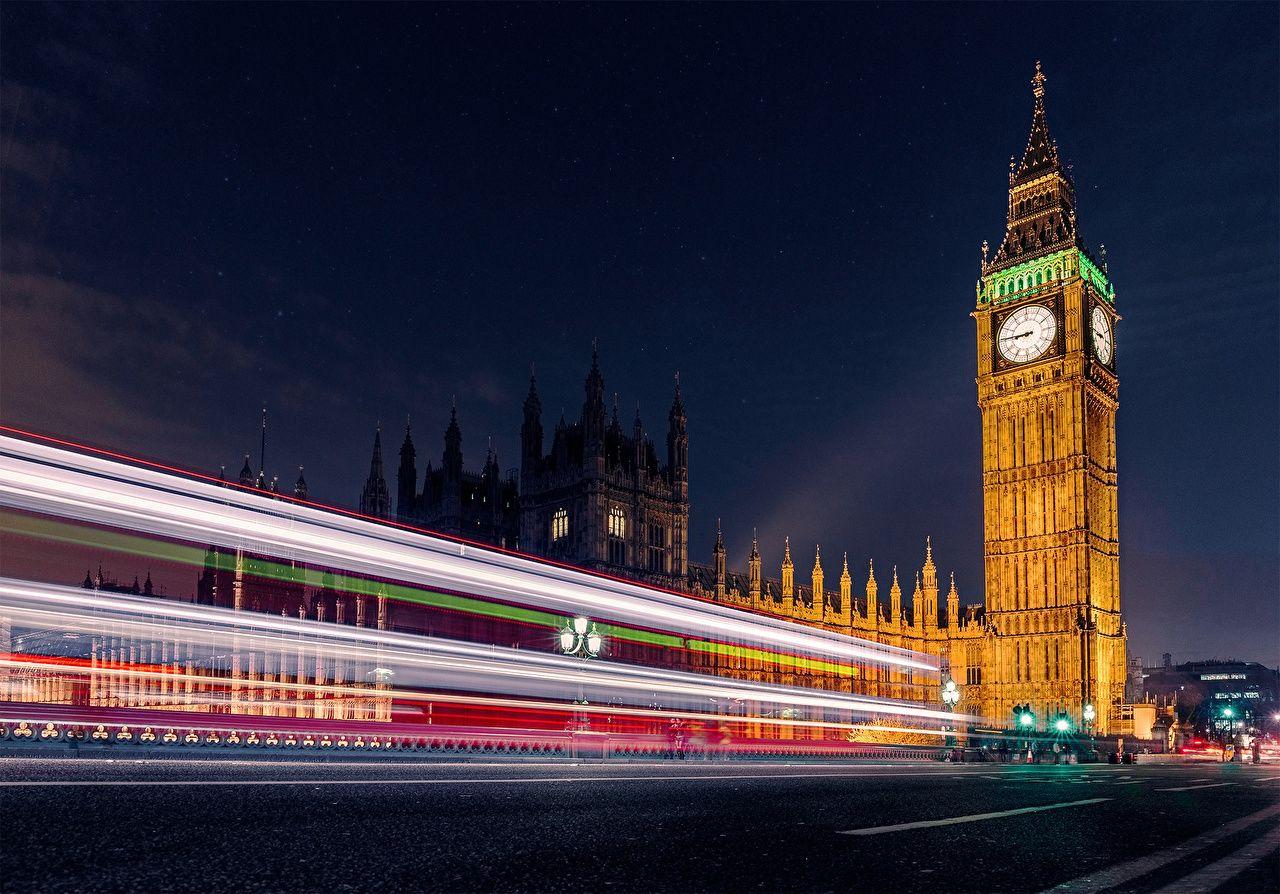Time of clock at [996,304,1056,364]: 8:45
